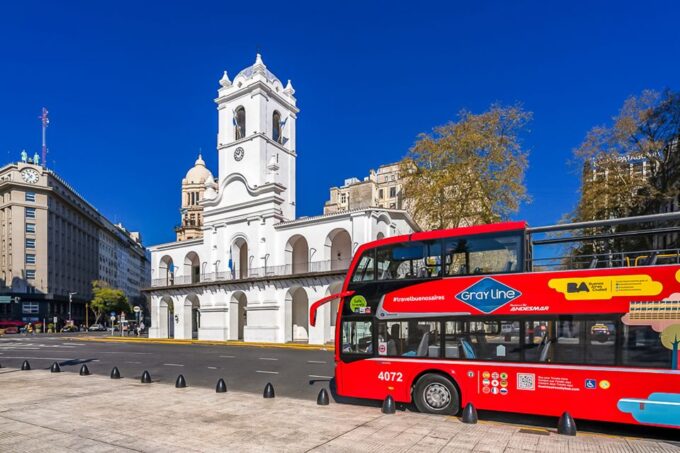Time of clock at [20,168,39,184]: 10:36
